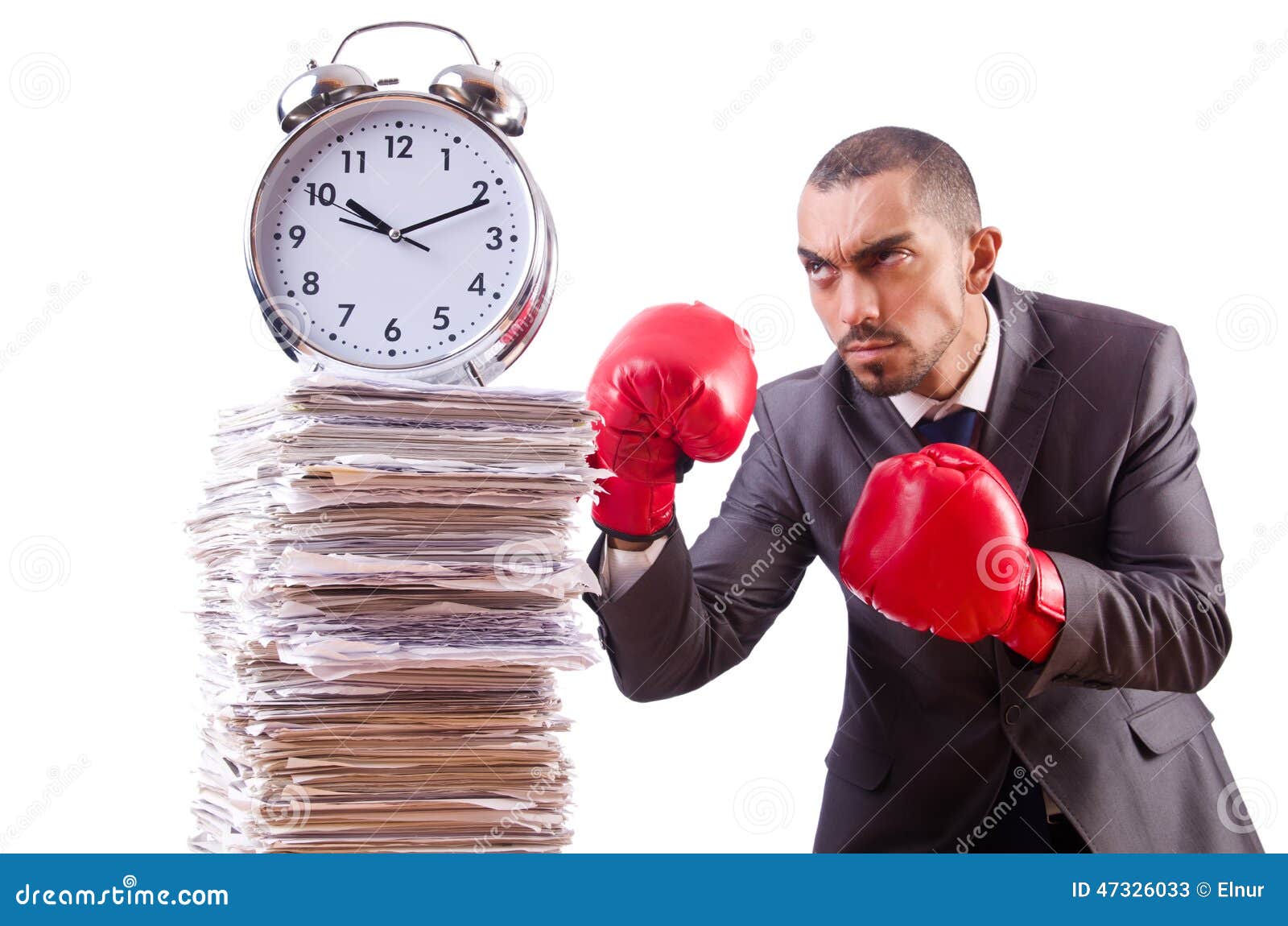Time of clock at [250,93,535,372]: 10:11
